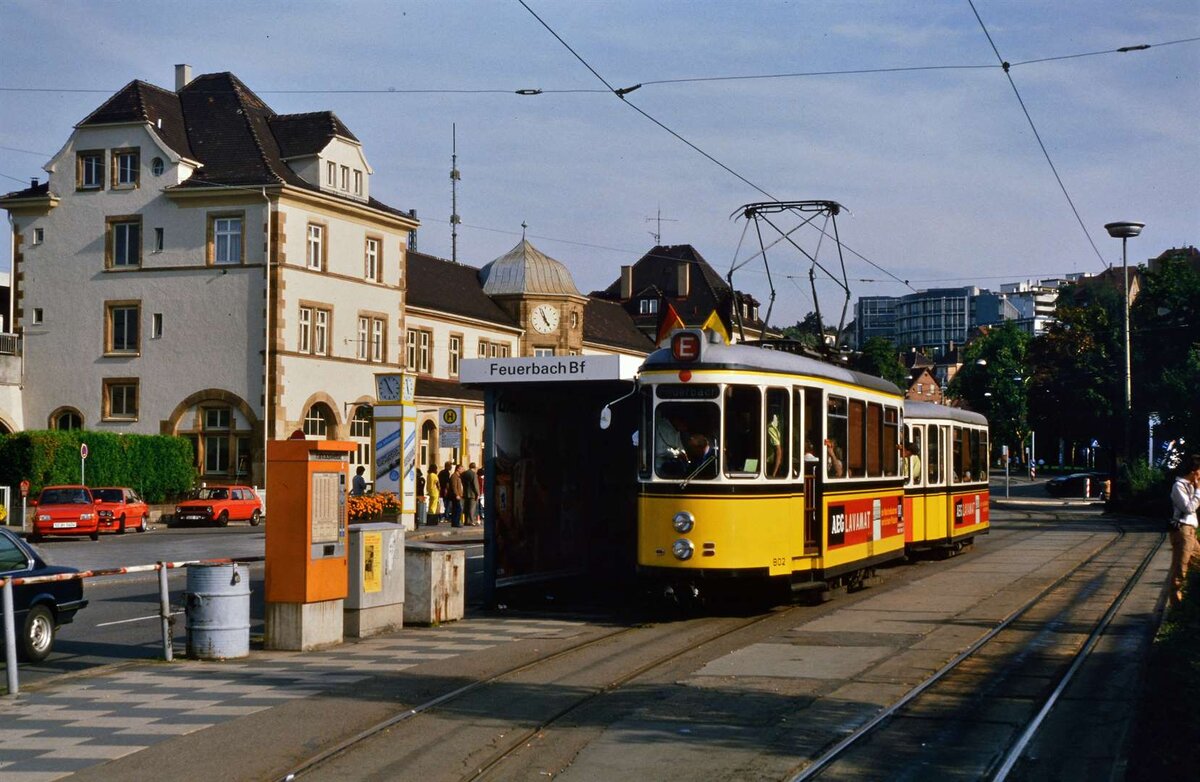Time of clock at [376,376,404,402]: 4:56
